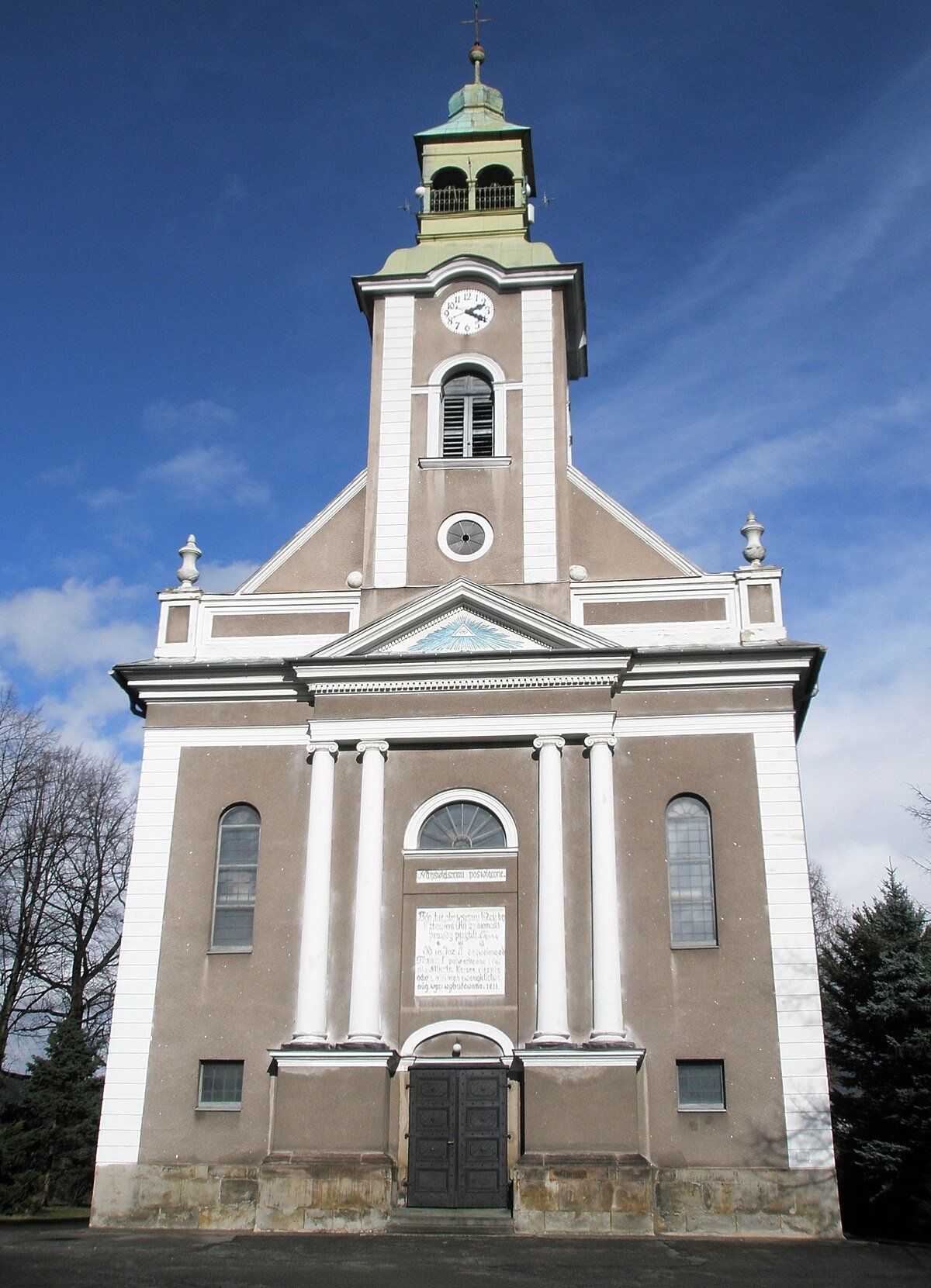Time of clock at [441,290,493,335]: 4:10
